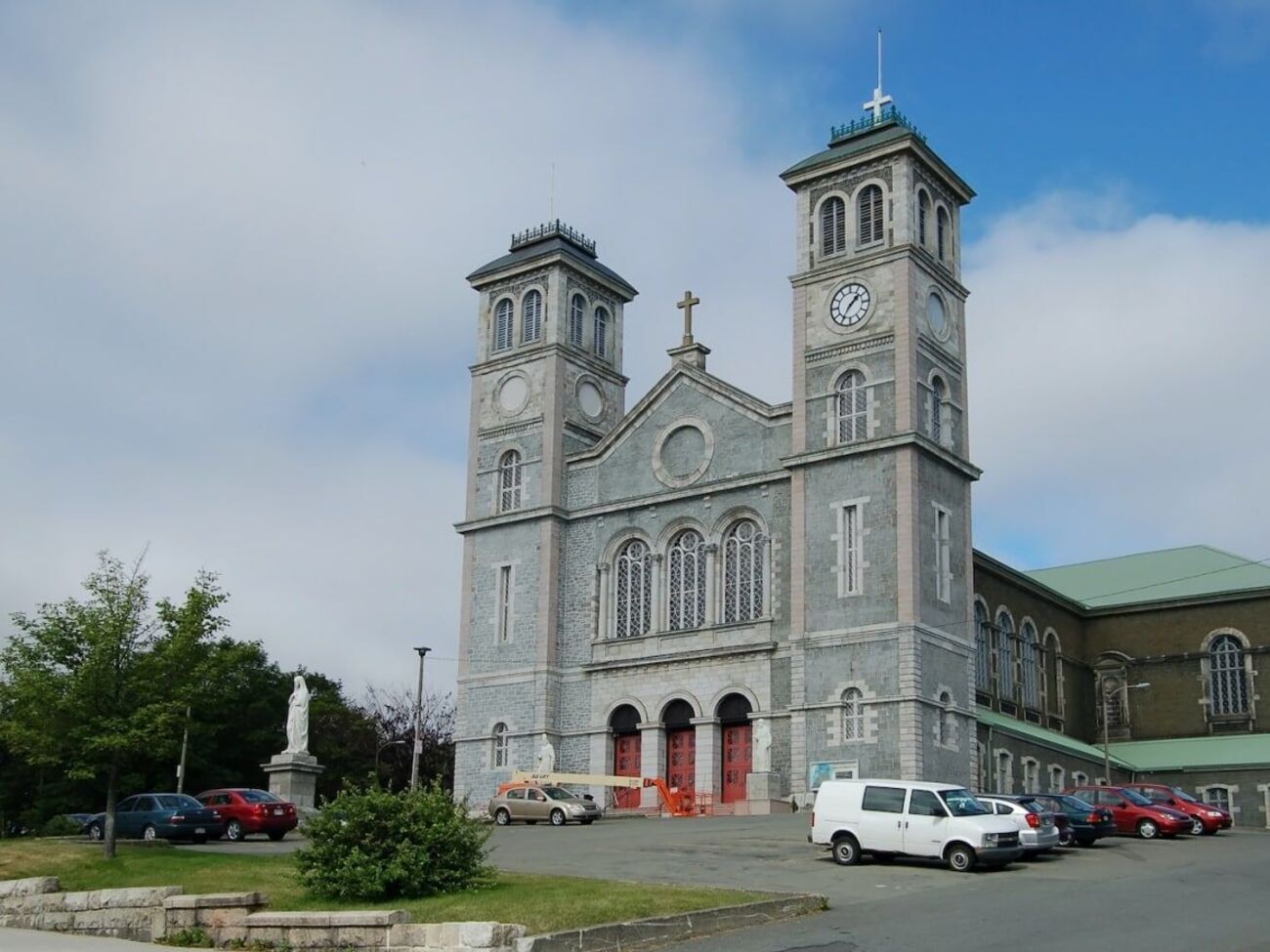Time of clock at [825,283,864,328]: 1:35
